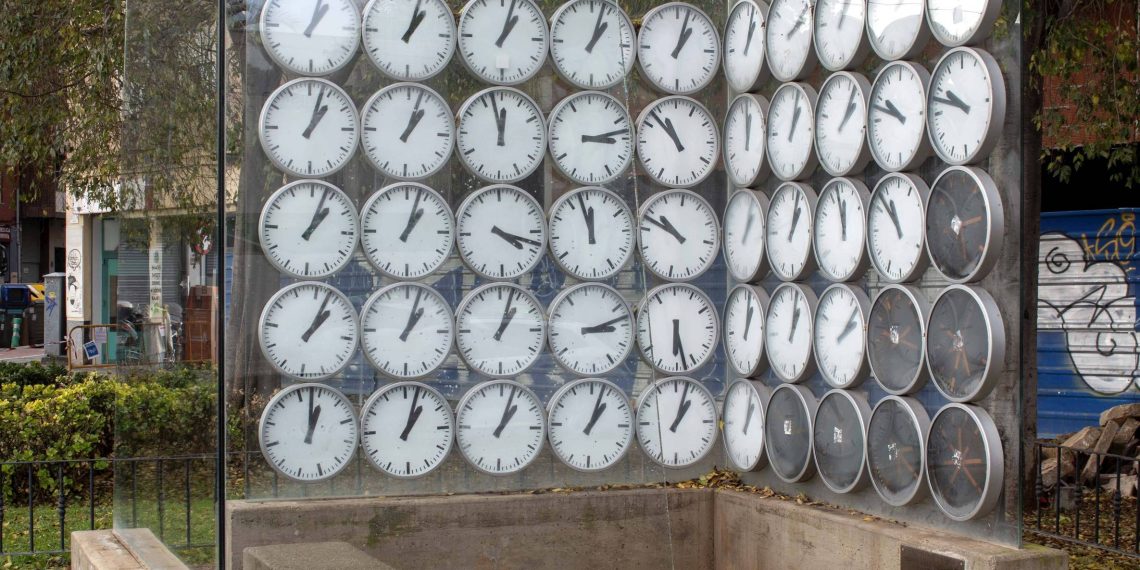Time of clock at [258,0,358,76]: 1:03
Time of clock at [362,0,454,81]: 1:03
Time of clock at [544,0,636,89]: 1:03
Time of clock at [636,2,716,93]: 1:03
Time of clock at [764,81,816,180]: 1:02
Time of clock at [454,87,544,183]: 11:57
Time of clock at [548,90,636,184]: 3:13
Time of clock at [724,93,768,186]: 1:02
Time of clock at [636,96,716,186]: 10:52
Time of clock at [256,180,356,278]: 1:03
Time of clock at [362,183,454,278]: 1:03
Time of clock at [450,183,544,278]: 4:18
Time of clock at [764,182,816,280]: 1:02
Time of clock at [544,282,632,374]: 3:13
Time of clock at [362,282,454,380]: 1:03
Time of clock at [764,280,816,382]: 1:02
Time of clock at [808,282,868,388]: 2:07
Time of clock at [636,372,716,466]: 1:03
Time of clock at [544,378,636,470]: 1:03
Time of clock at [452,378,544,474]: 1:03
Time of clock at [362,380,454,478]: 1:03
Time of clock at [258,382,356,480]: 1:02
